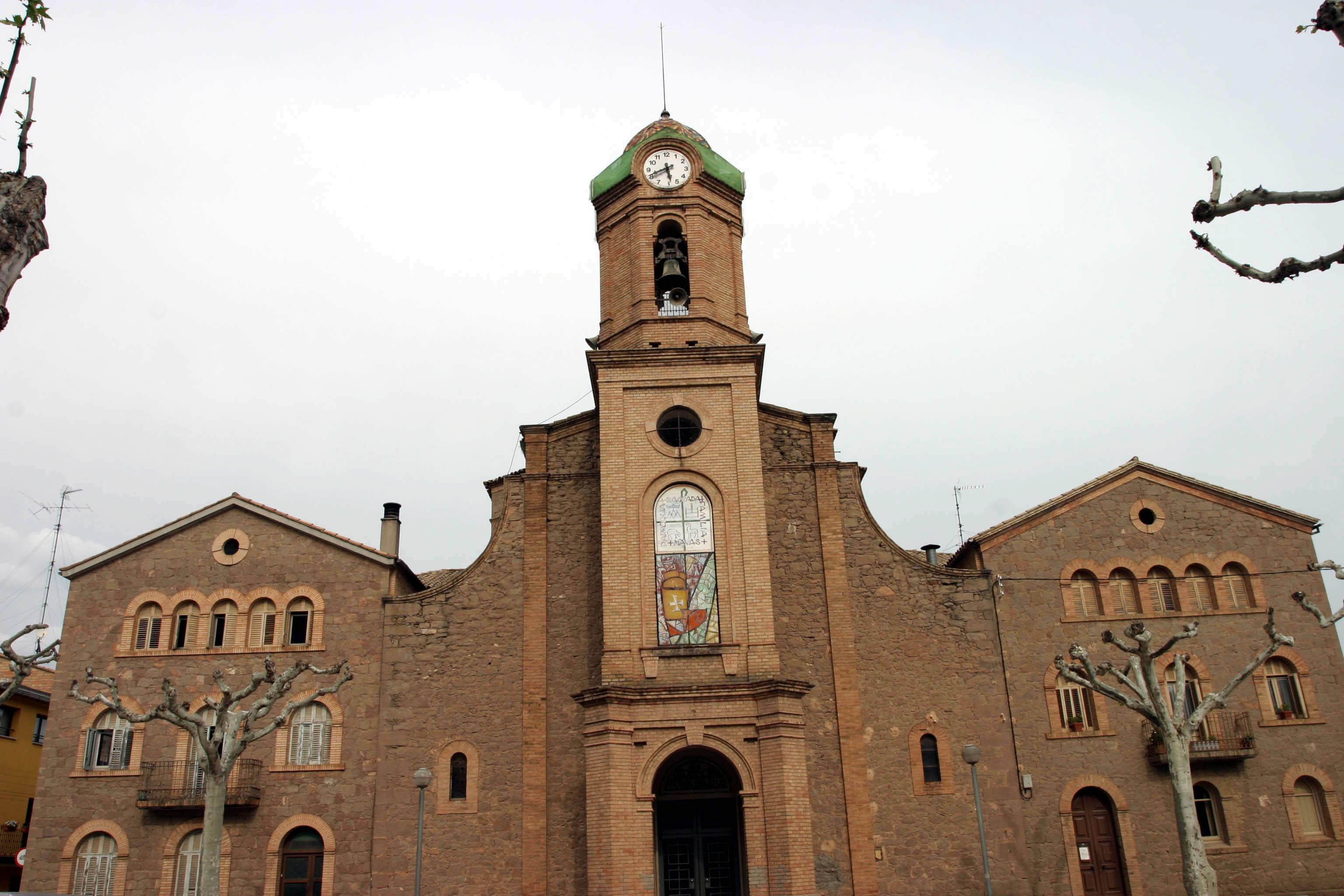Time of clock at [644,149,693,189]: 5:41
